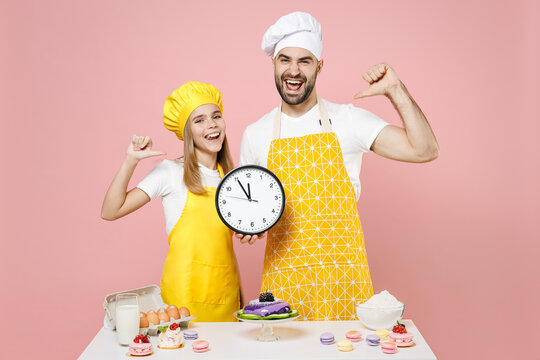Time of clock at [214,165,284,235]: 11:55
